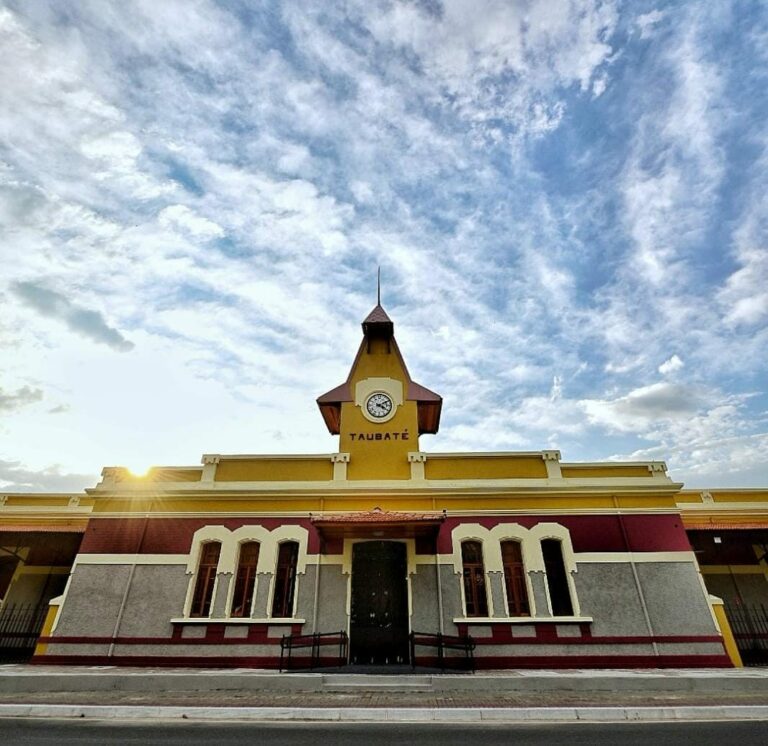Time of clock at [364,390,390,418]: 4:10
